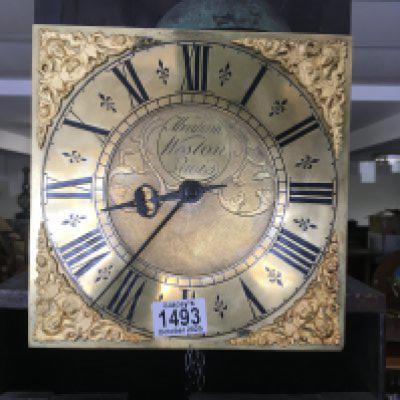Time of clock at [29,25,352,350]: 8:36
